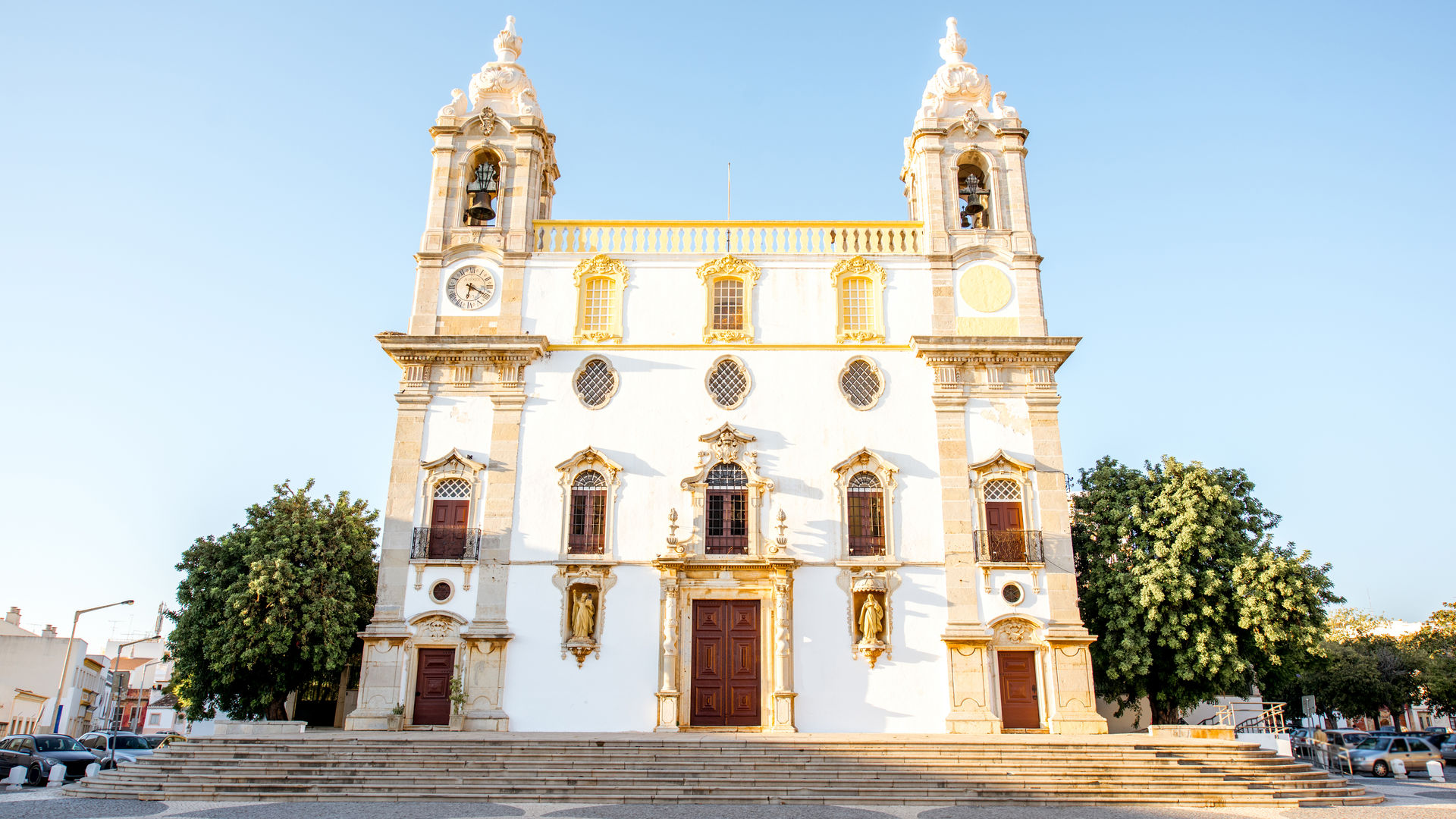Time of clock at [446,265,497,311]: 6:20
